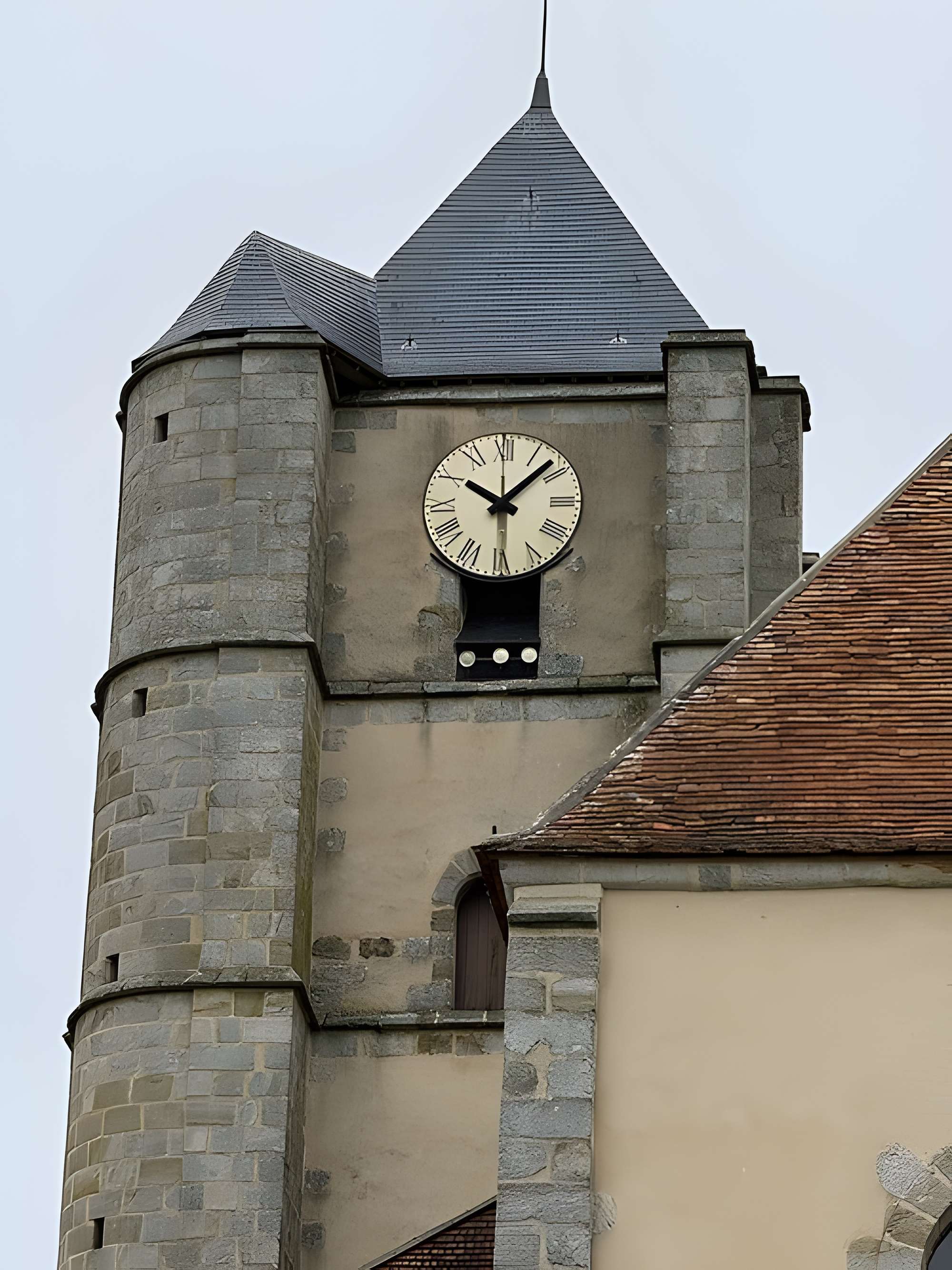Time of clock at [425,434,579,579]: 10:07
